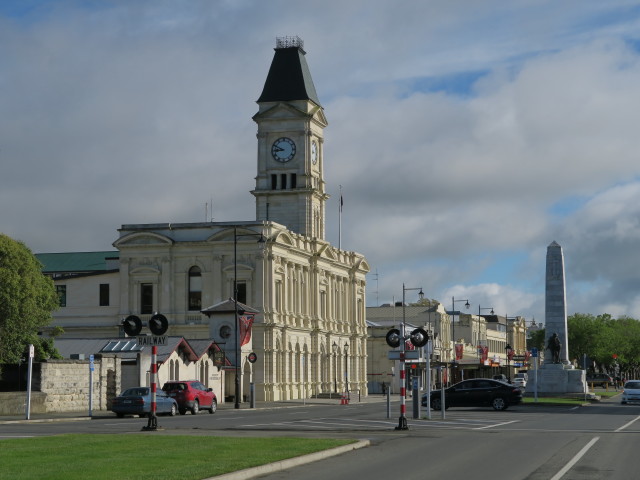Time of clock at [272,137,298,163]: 8:49
